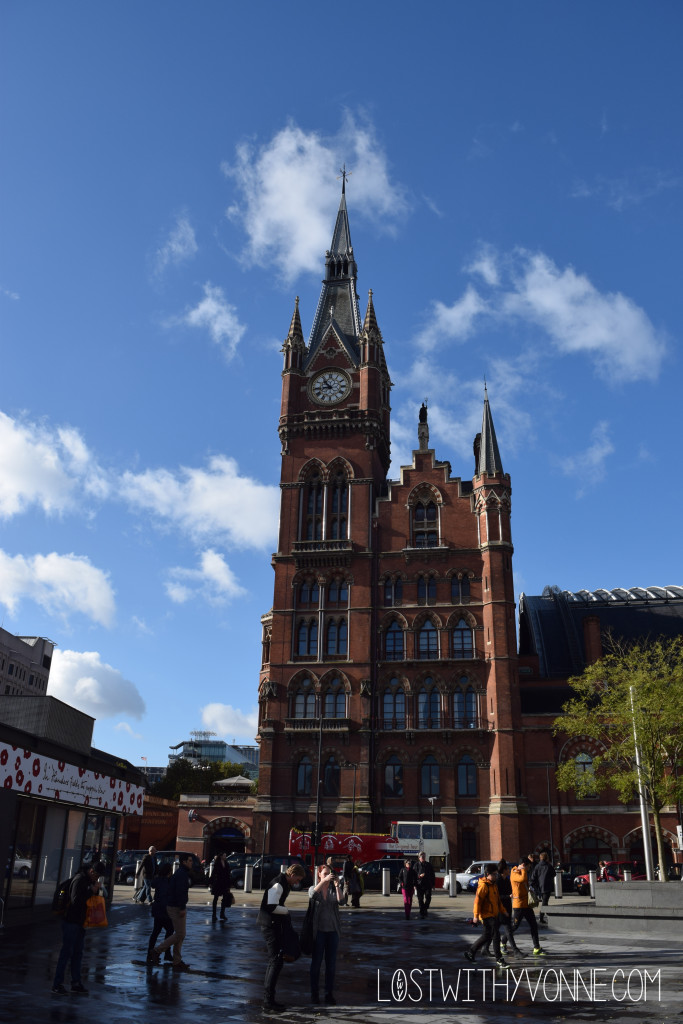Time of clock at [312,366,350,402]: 10:43
